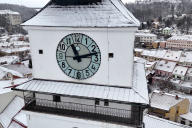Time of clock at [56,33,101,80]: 11:12
